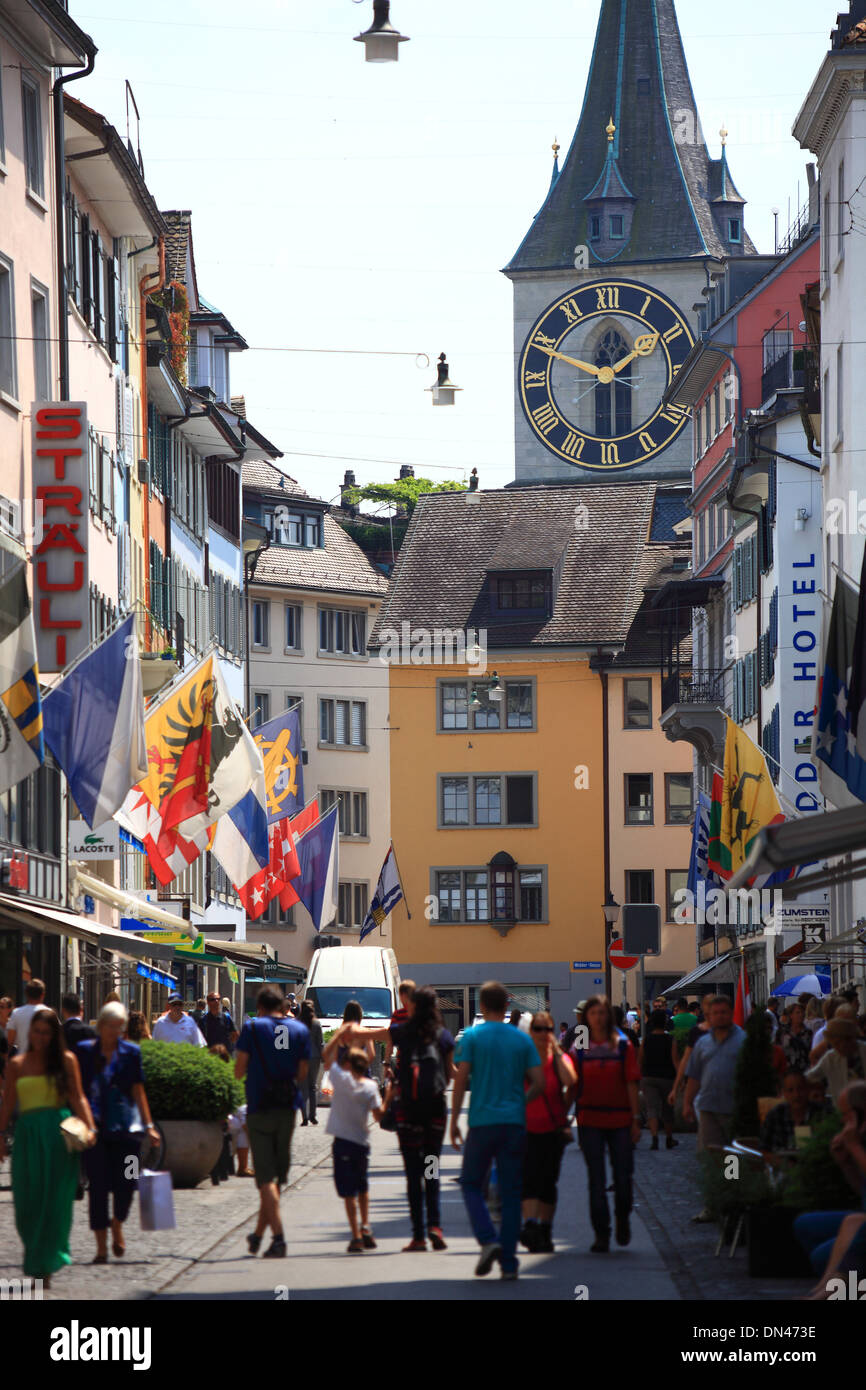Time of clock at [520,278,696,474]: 1:49
